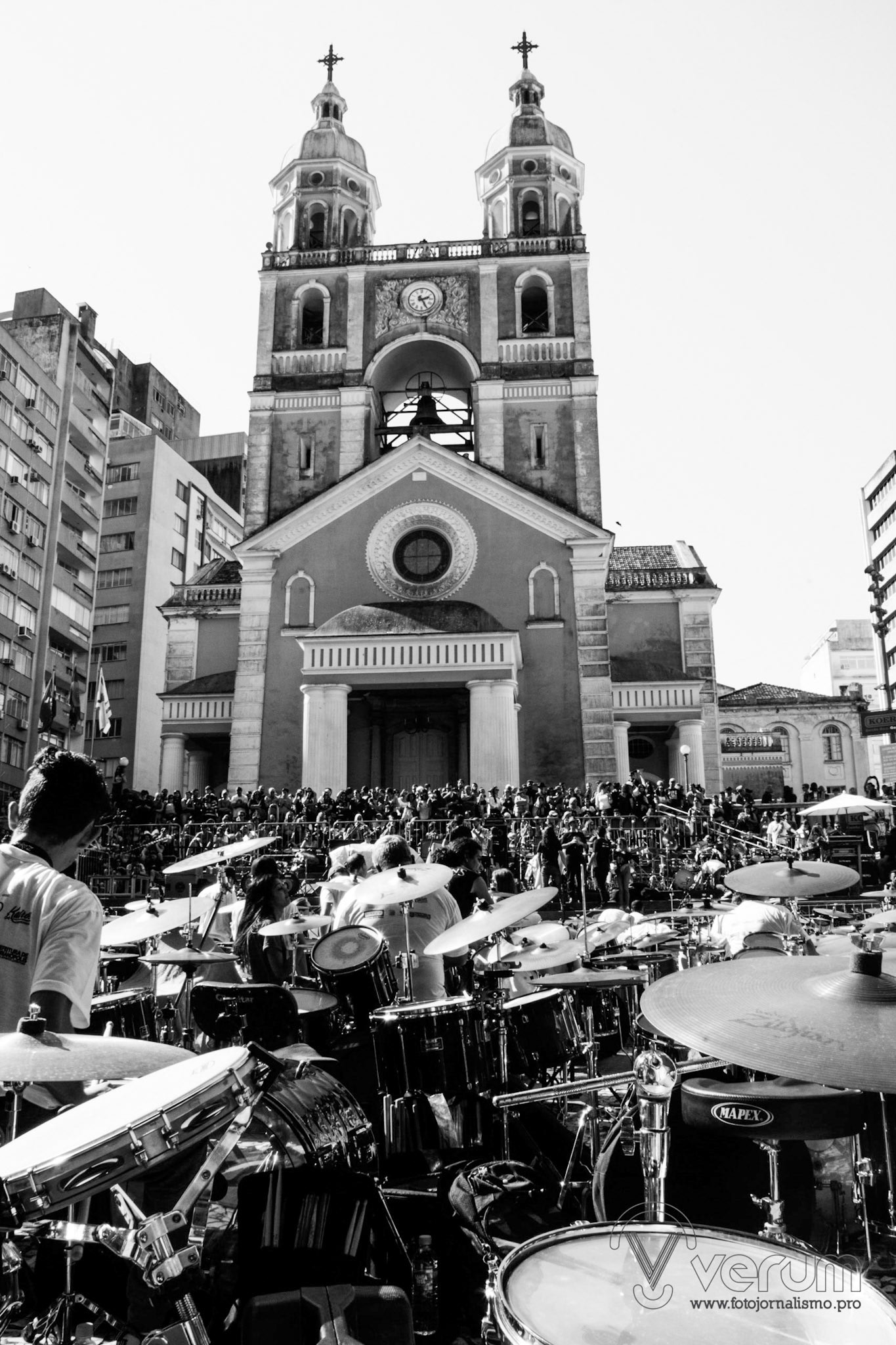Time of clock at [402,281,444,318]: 2:25
